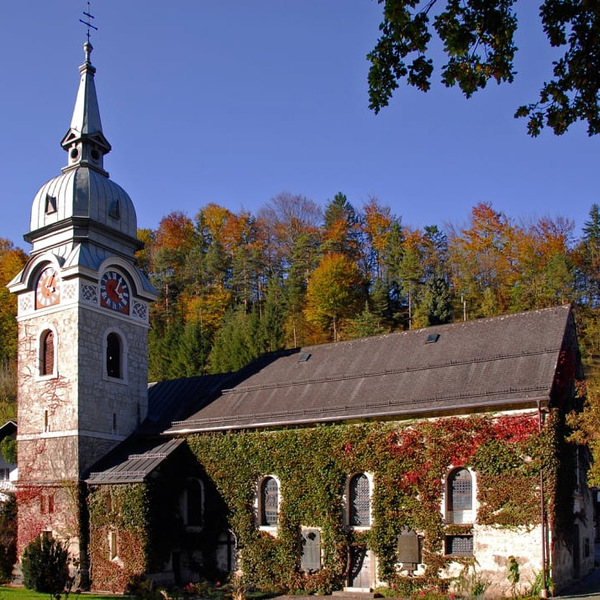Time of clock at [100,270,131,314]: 4:04
